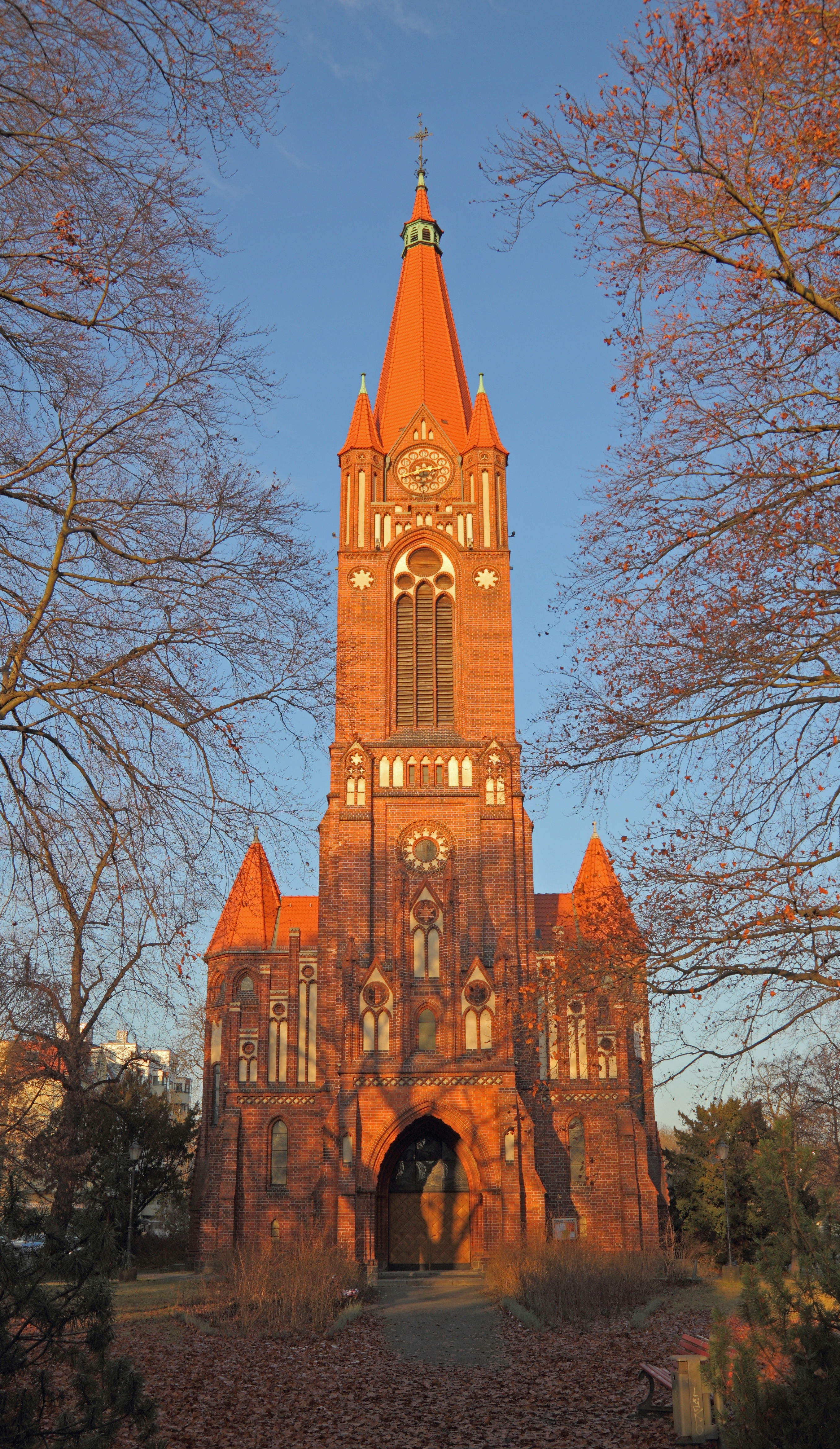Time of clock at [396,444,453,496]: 2:41
